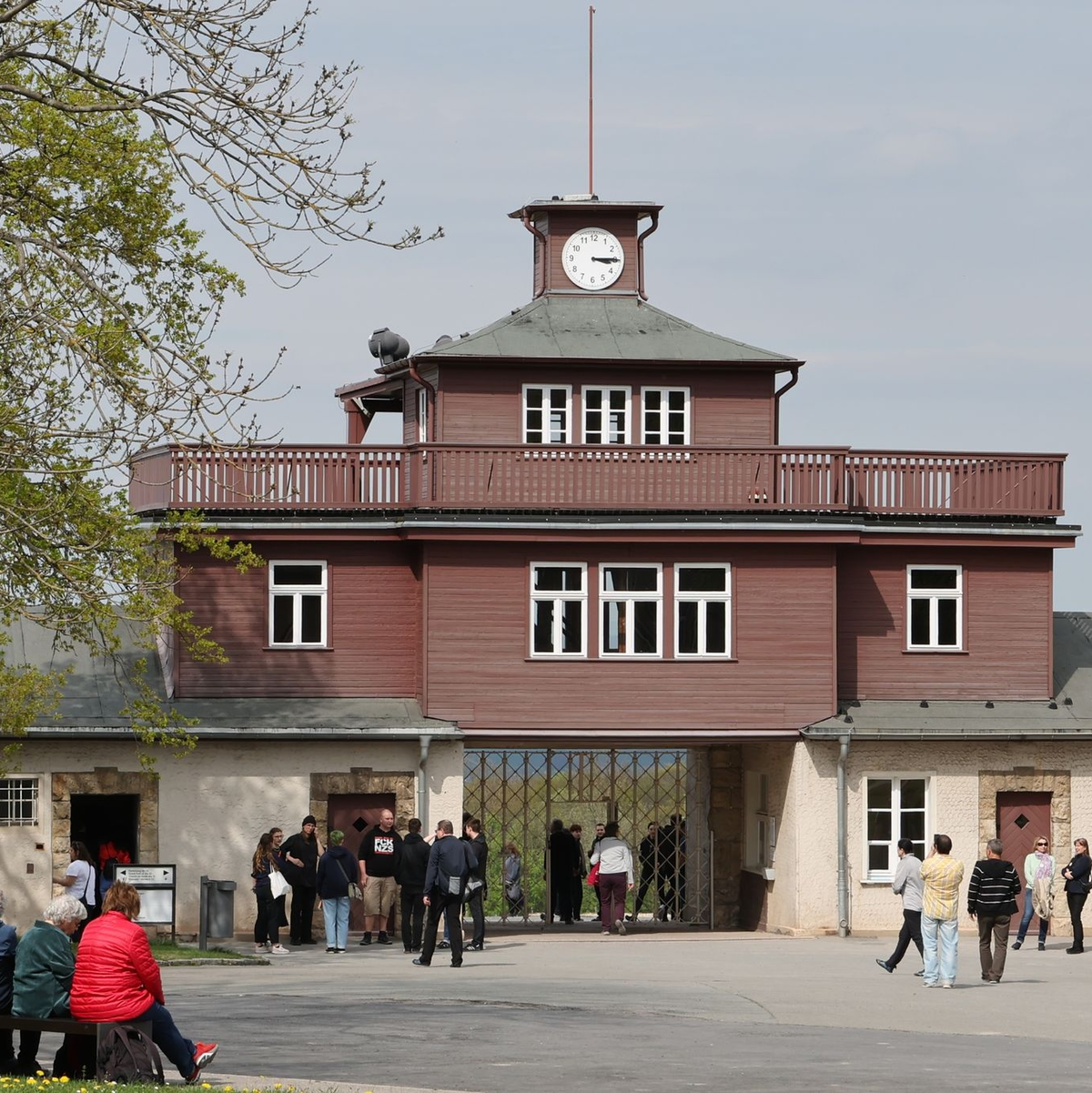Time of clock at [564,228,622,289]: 3:14
